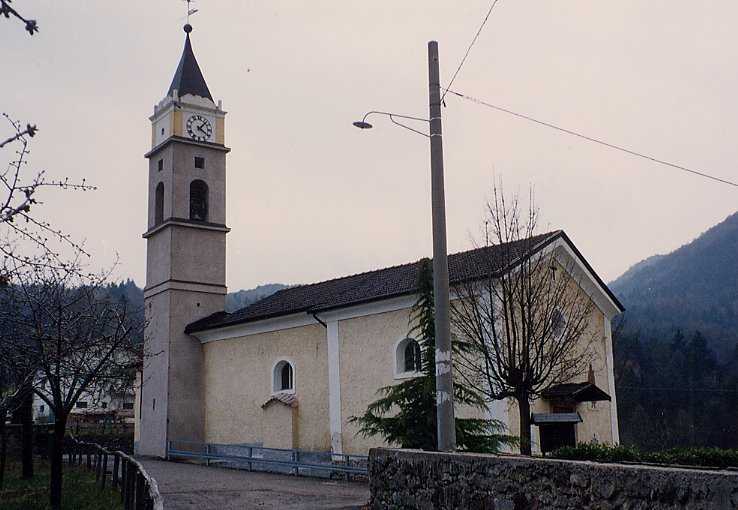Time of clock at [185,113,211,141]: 4:07
